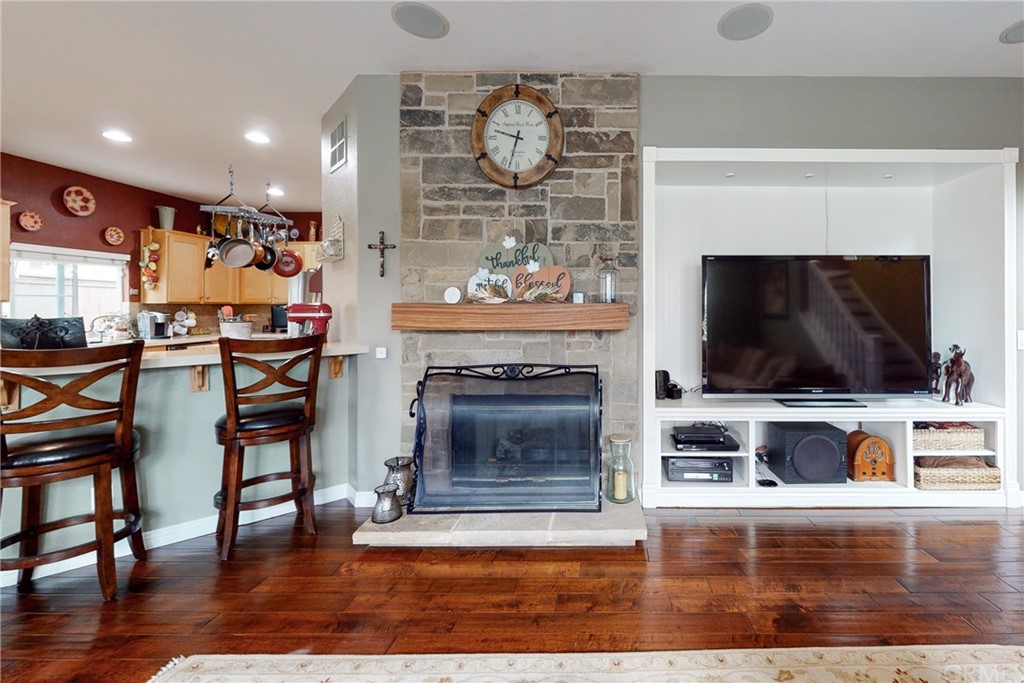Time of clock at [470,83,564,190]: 9:32
